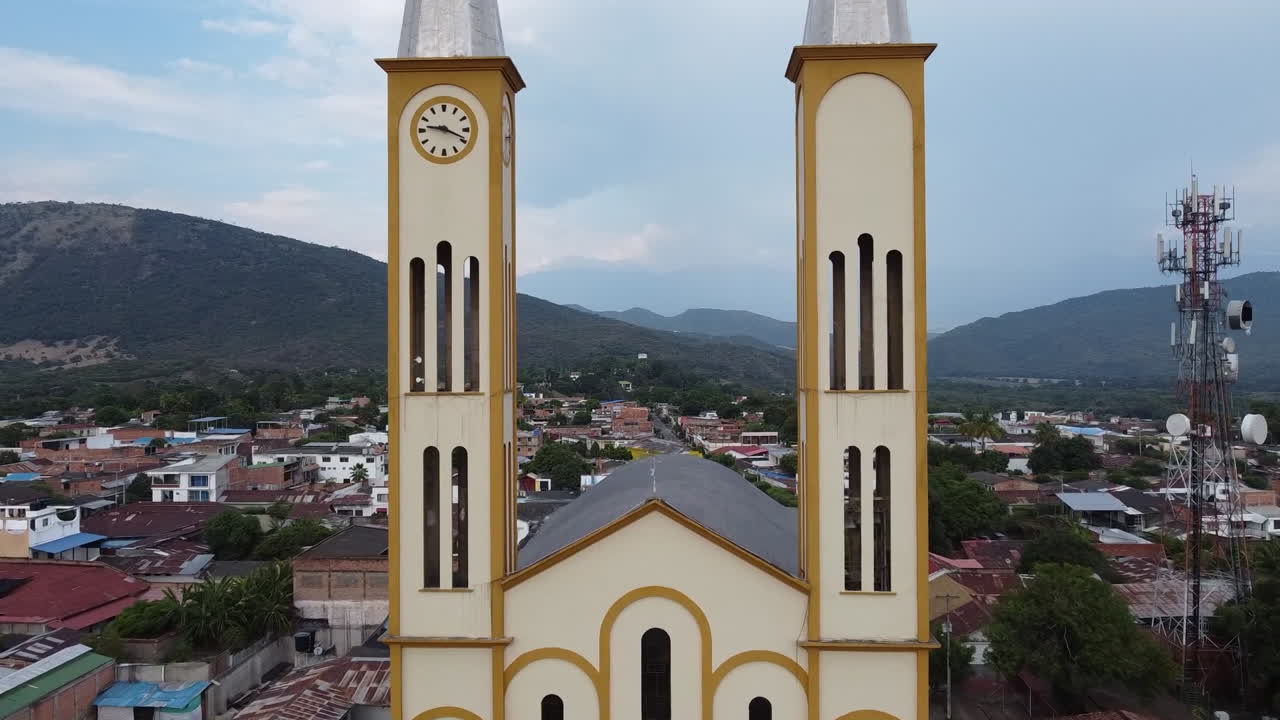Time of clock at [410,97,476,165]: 9:18
